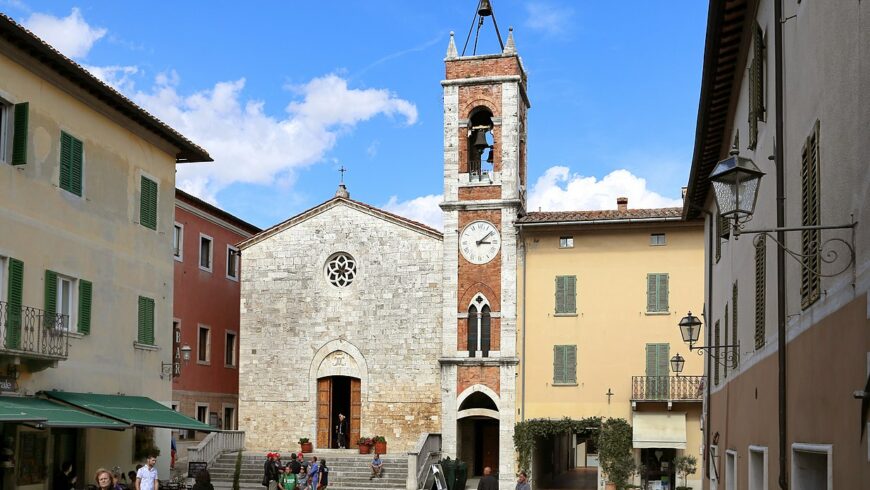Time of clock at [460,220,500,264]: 3:08
